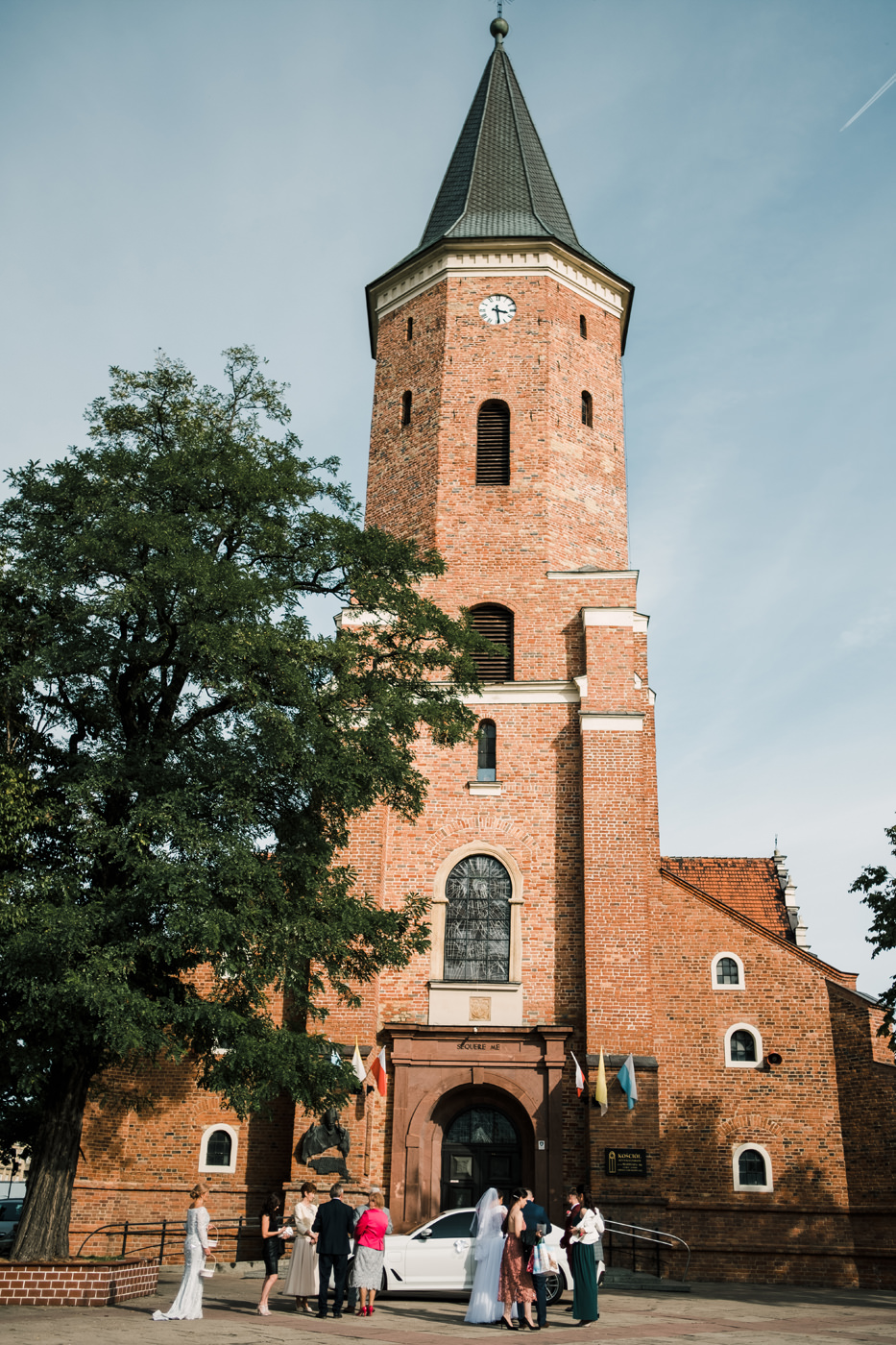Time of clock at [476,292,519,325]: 3:28
